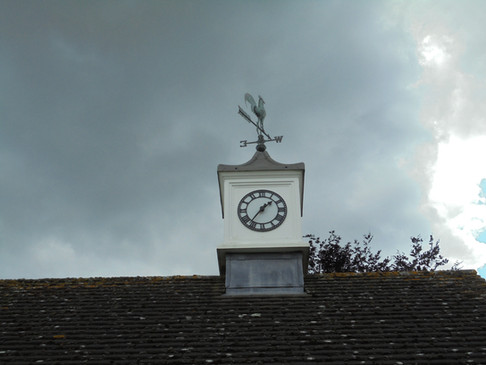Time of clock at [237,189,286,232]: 1:36
